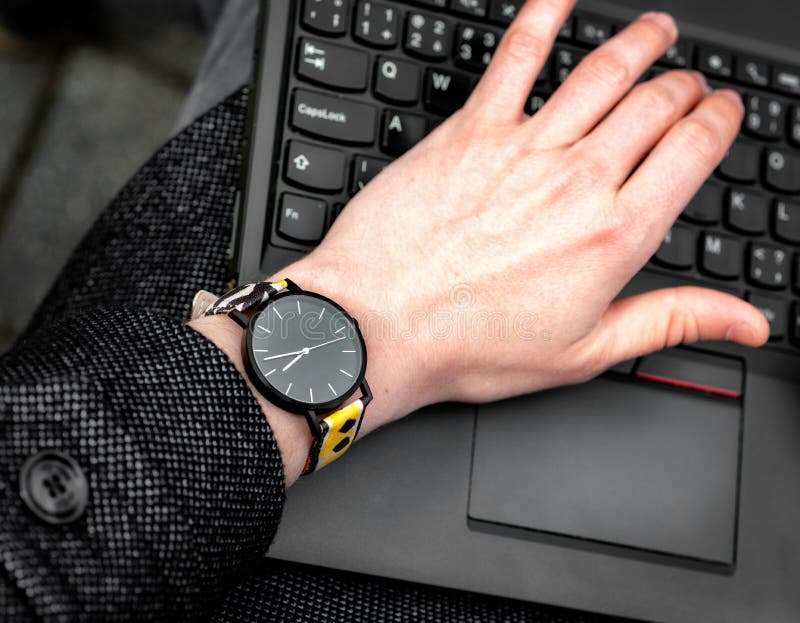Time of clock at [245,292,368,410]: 7:43
